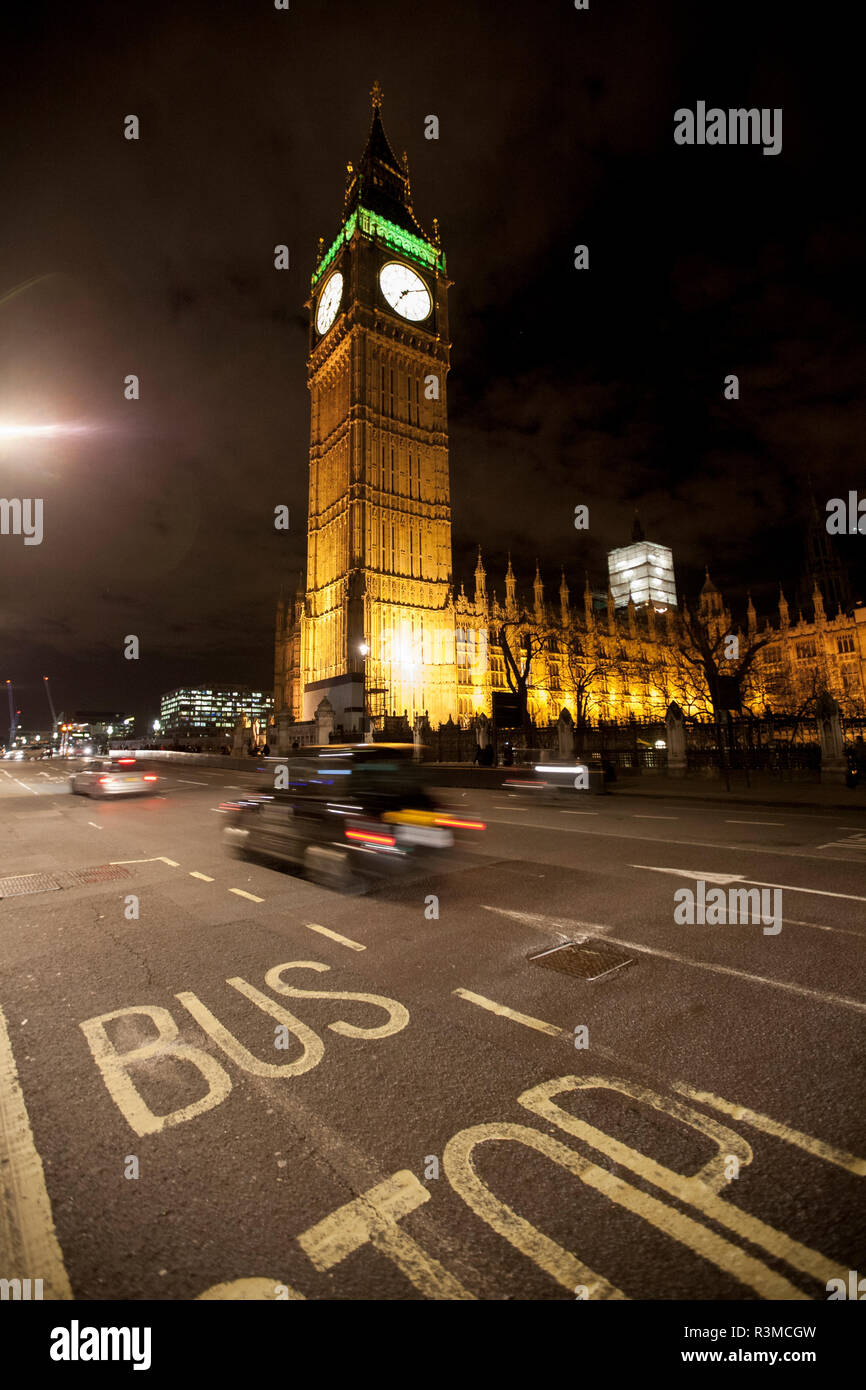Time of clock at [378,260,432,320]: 7:09
